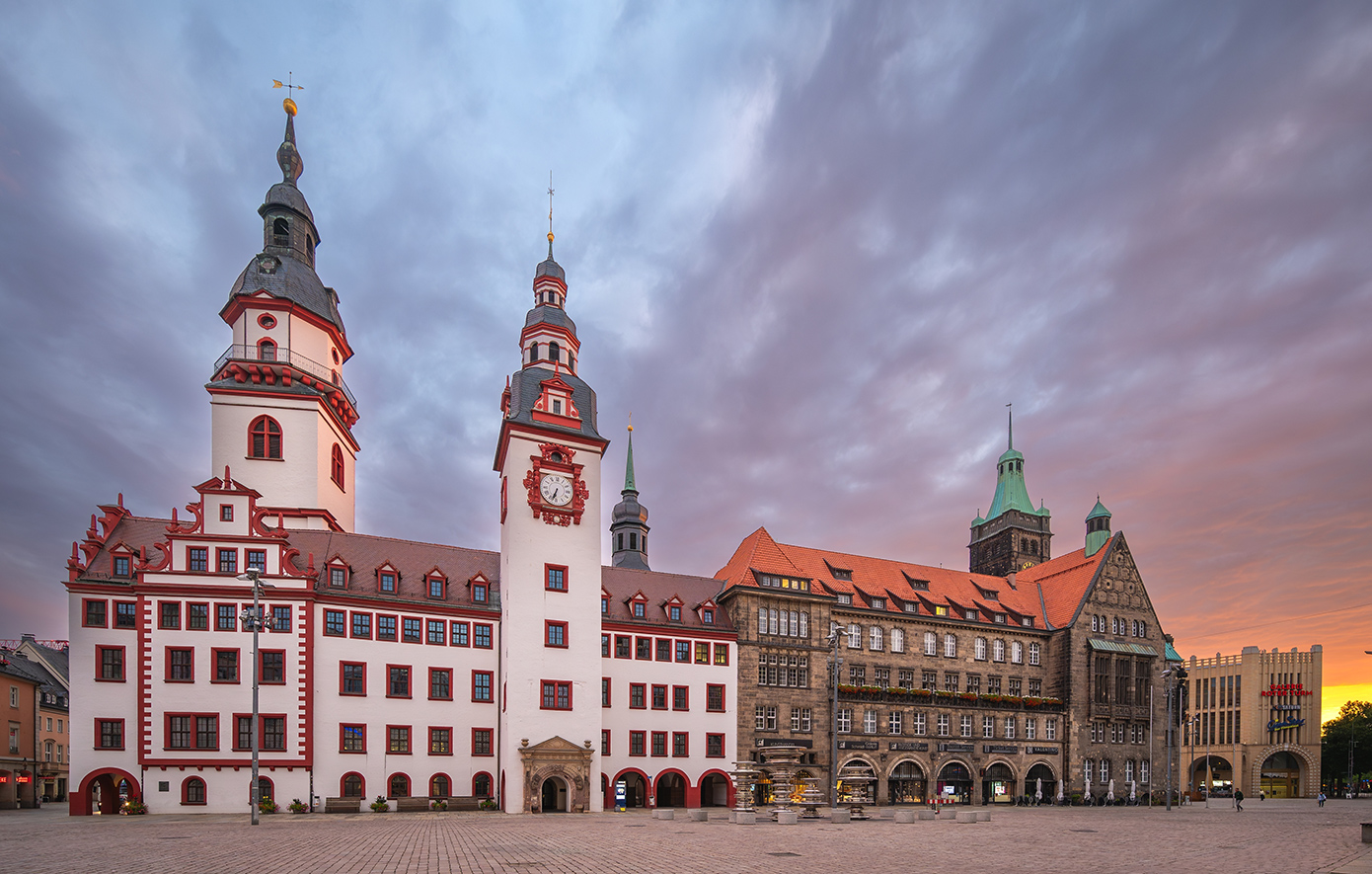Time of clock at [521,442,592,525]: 6:34
